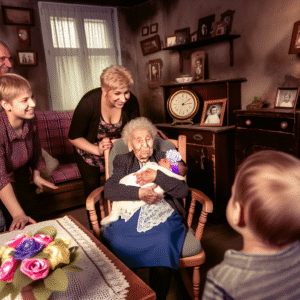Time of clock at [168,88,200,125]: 3:09
